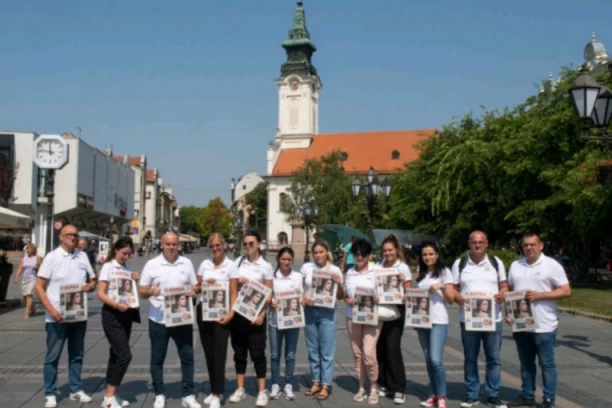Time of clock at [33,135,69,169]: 11:46
